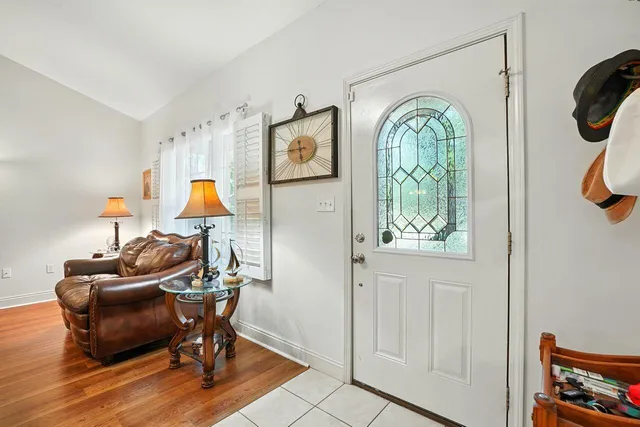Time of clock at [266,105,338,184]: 11:45
